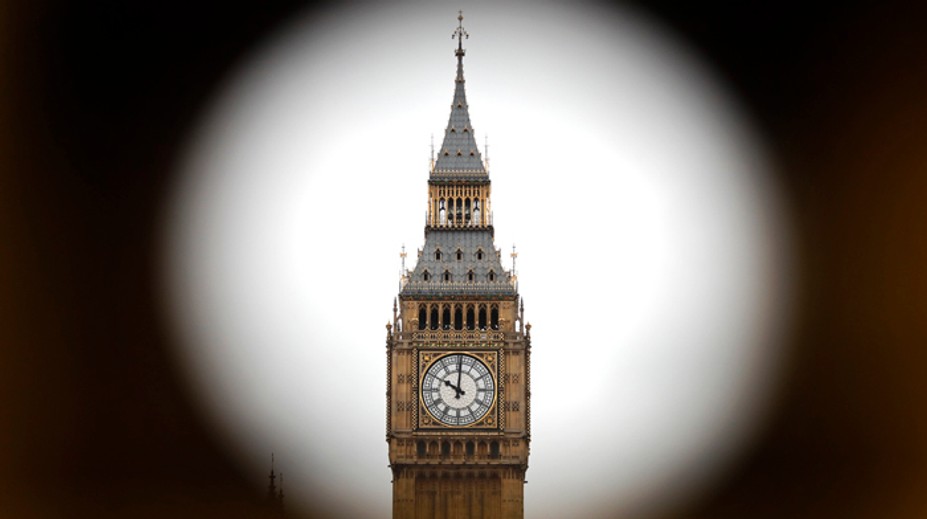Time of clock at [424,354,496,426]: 10:00
